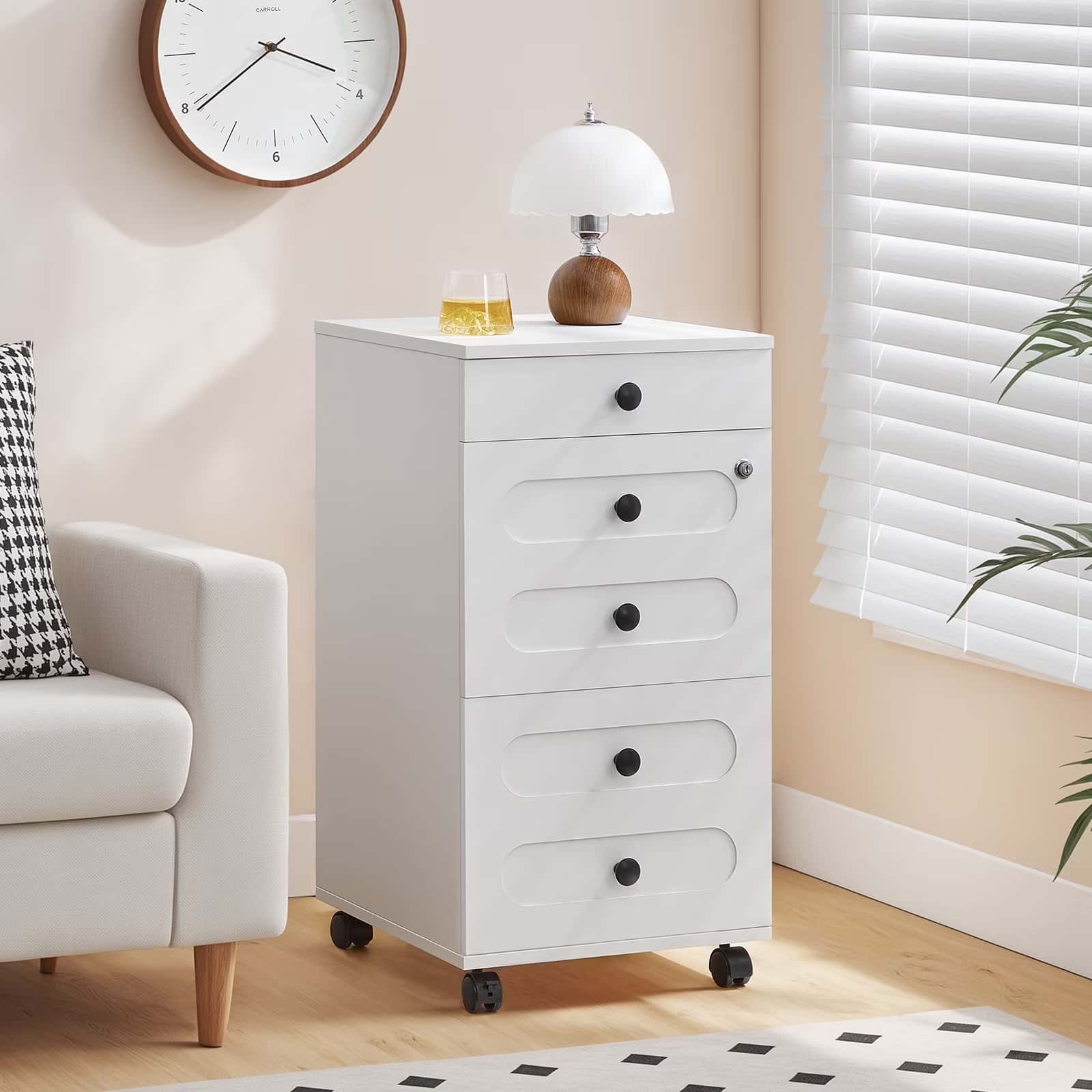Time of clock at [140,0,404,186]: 3:39
